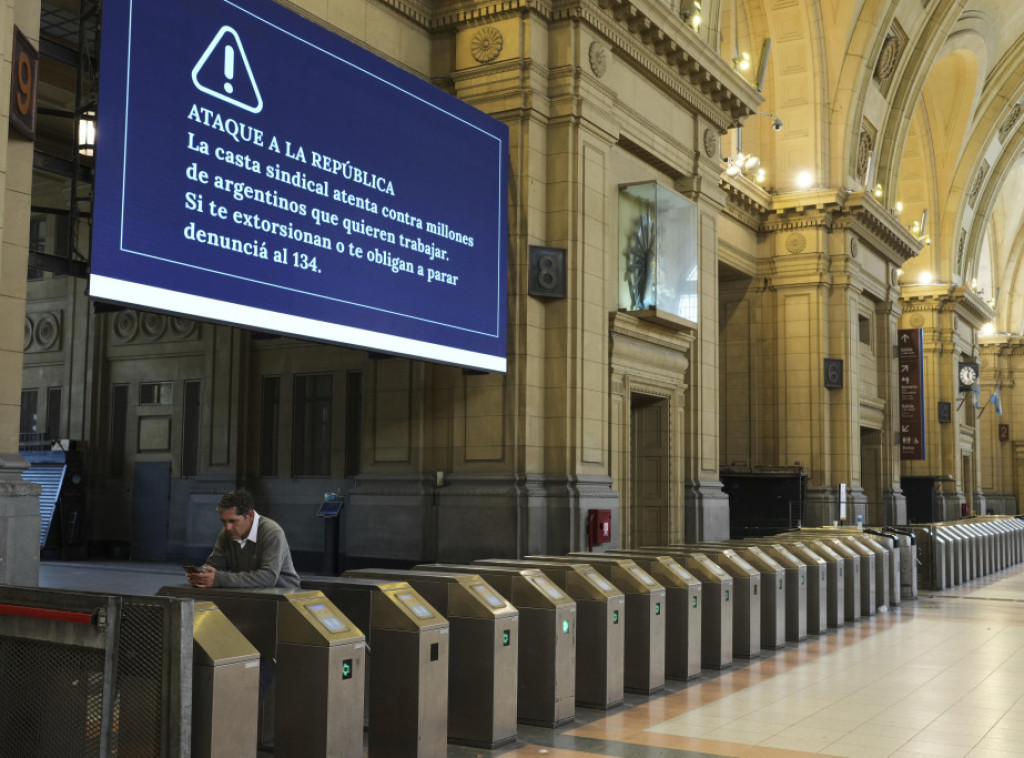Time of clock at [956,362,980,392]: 12:26
